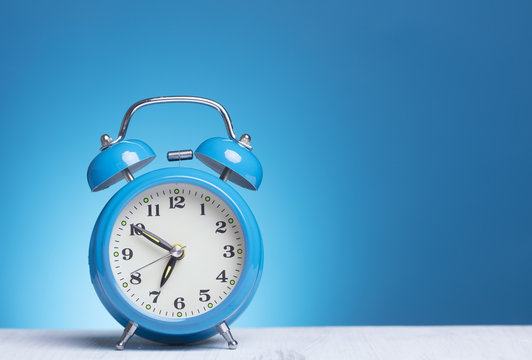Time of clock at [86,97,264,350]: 6:50
